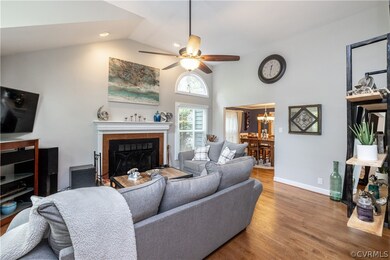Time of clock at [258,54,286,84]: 12:30
